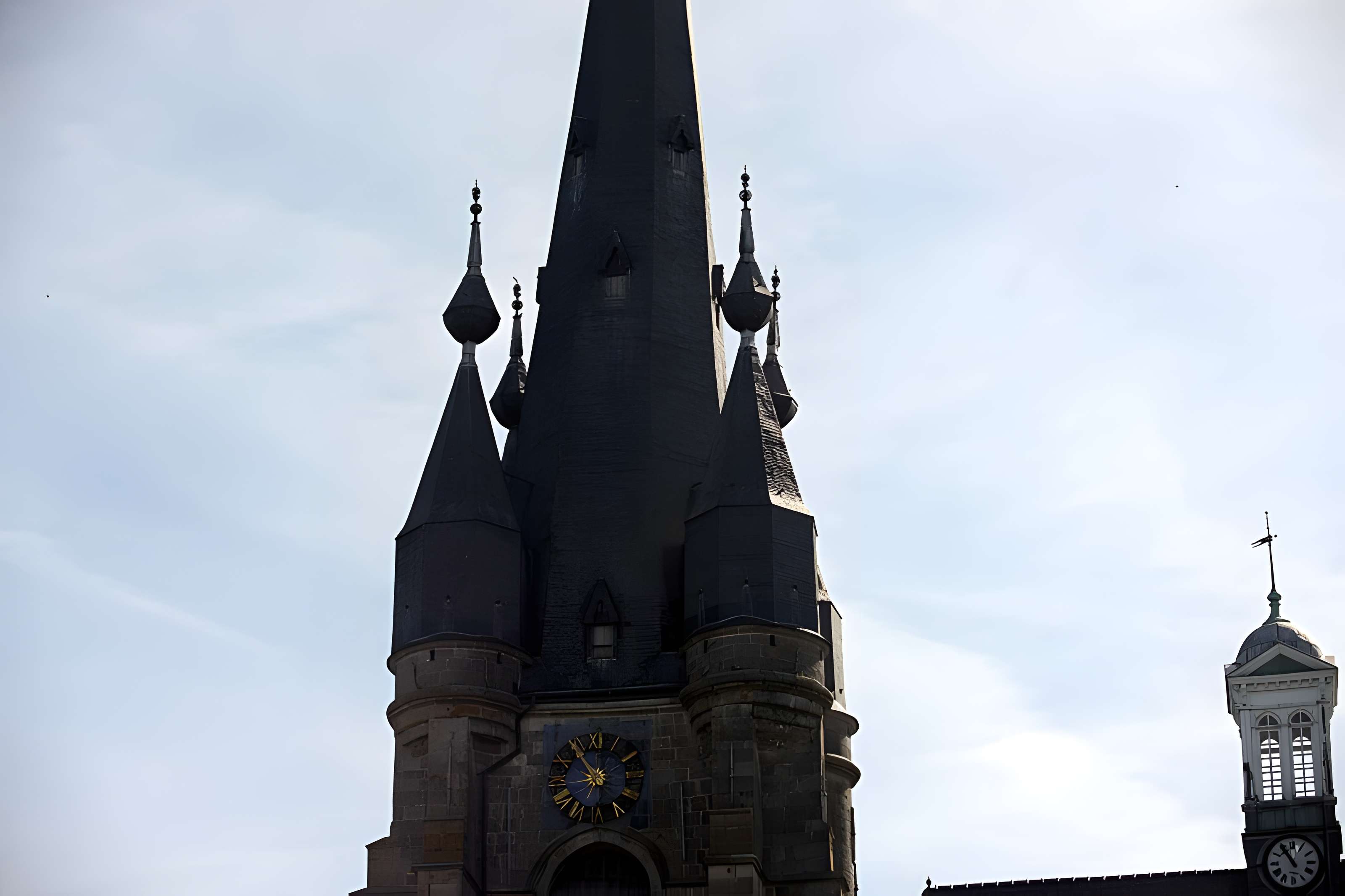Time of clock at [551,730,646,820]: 10:54
